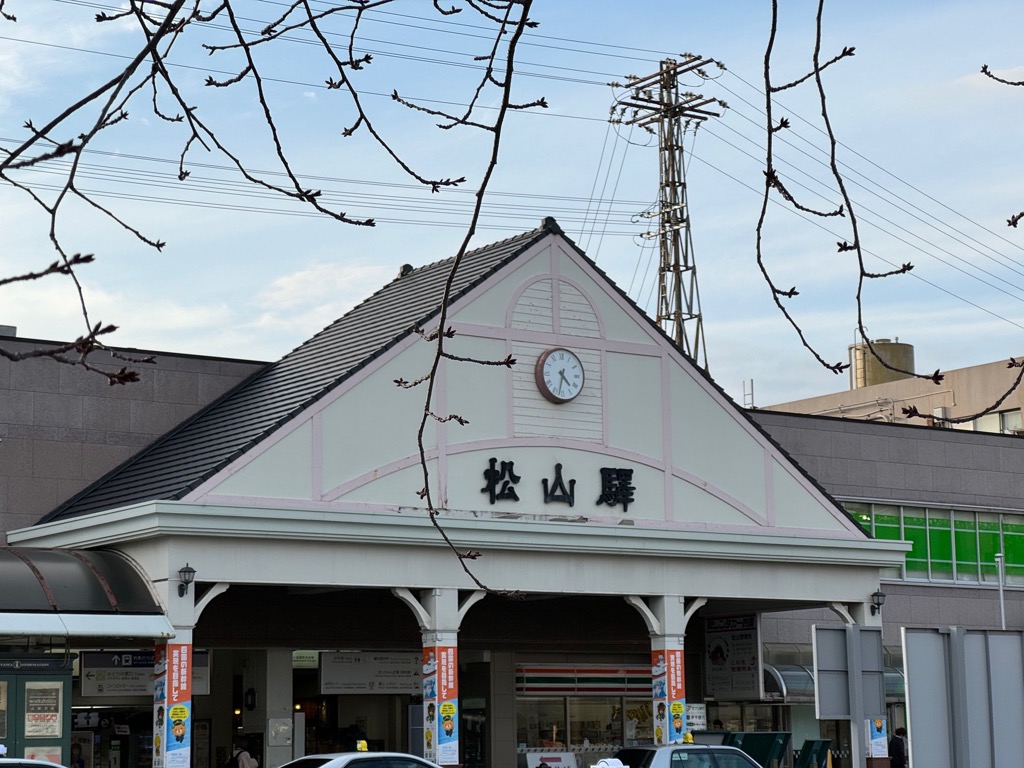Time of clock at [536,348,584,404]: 4:32
